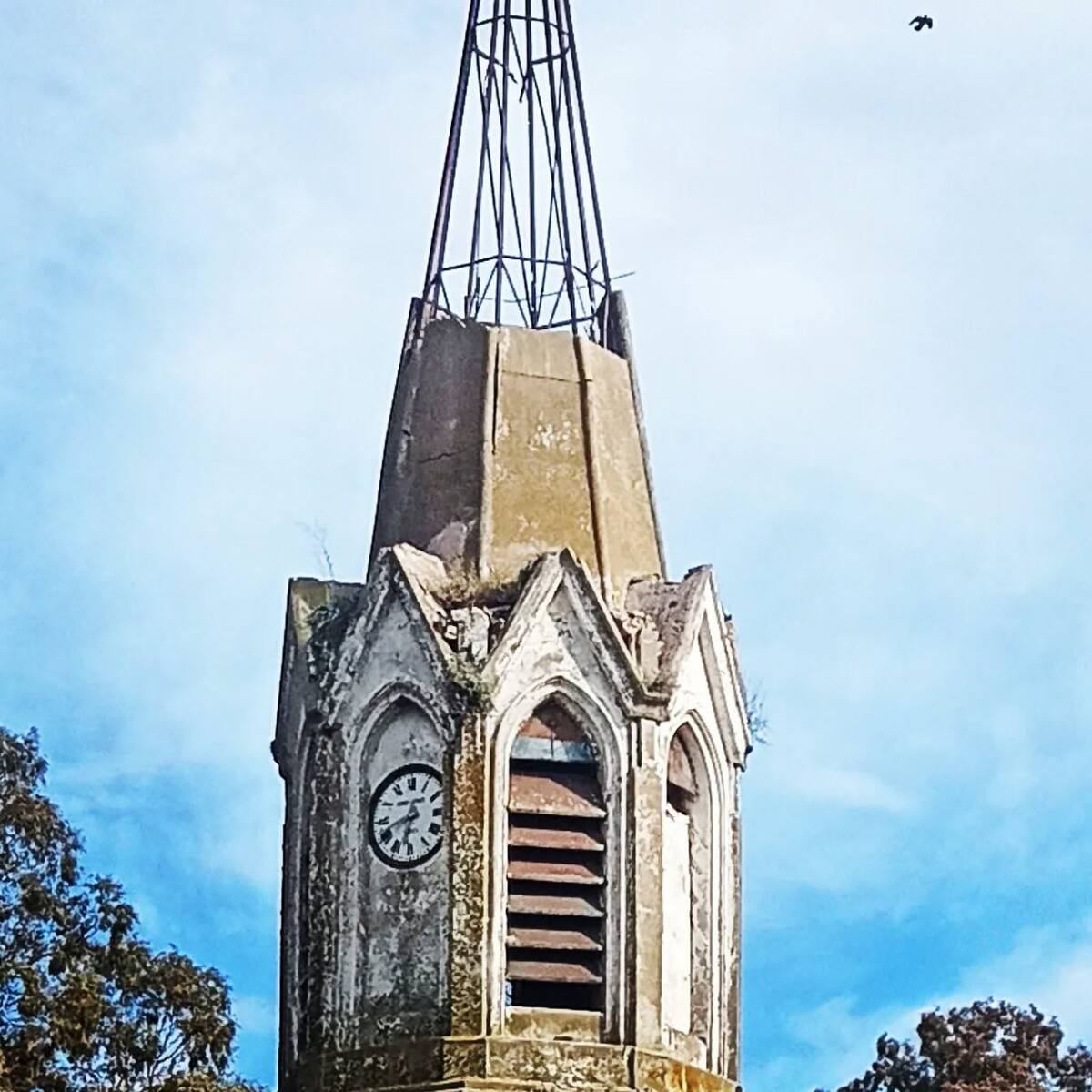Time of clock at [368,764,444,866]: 6:41
